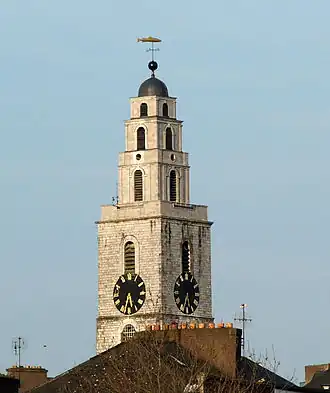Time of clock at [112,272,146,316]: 5:32
